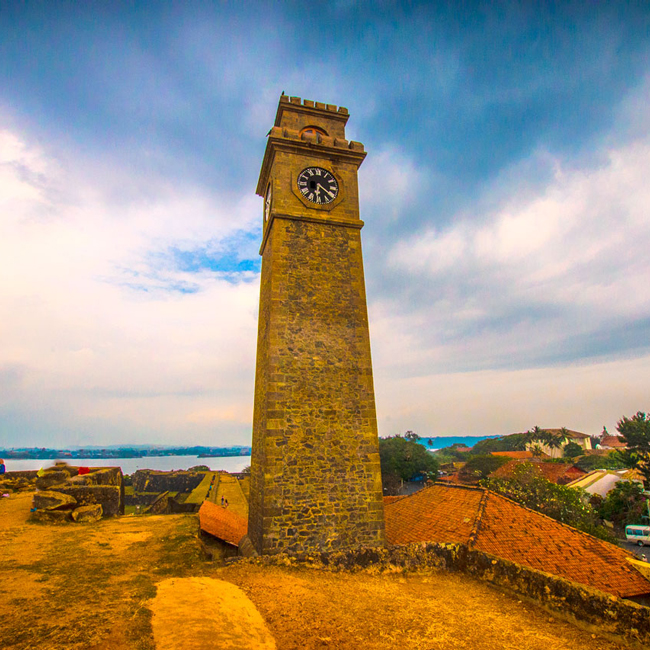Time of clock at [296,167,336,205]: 6:20
